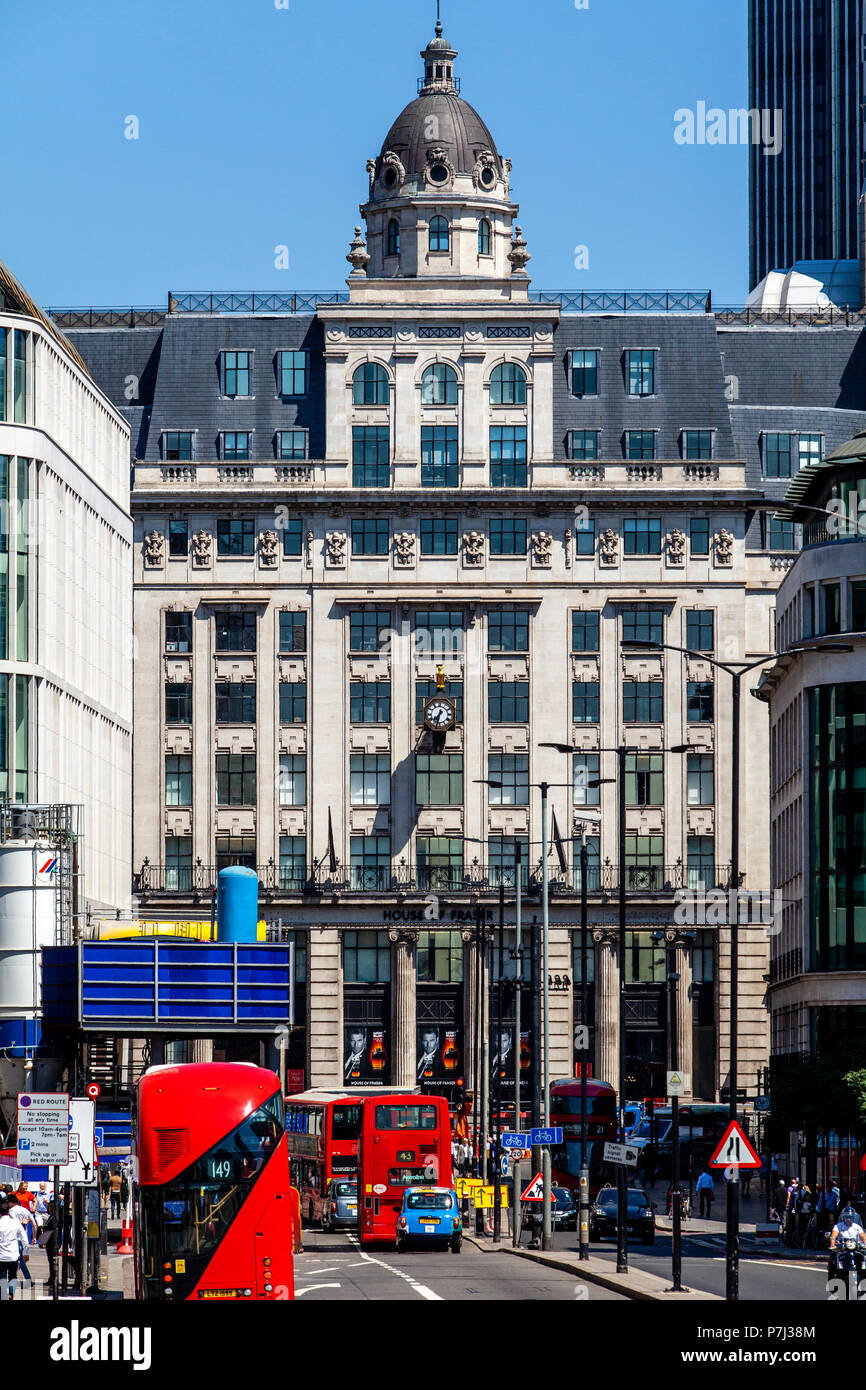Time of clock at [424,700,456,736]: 7:32
